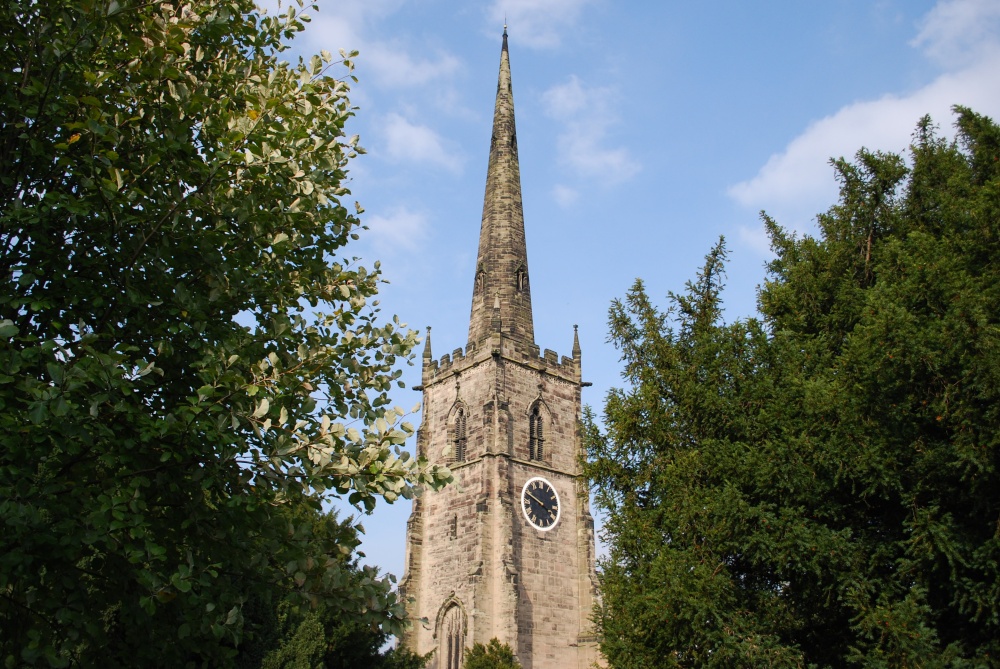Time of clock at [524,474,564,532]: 3:48
